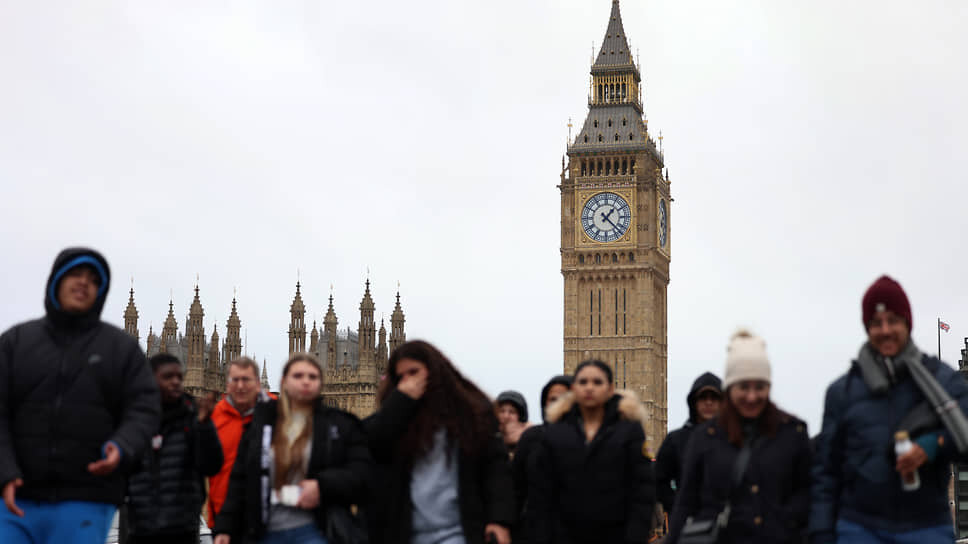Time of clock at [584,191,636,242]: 1:22
